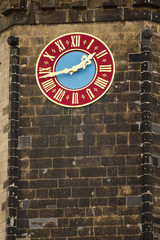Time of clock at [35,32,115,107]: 1:42
